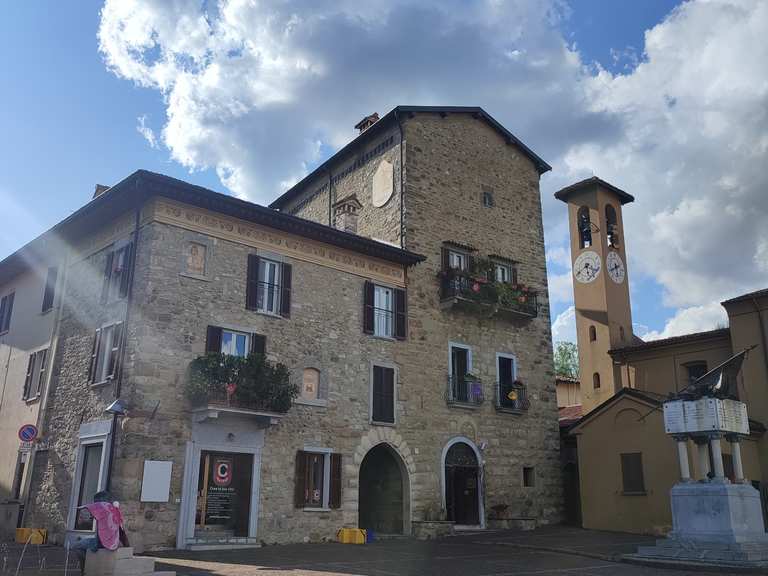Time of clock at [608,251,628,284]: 5:40
